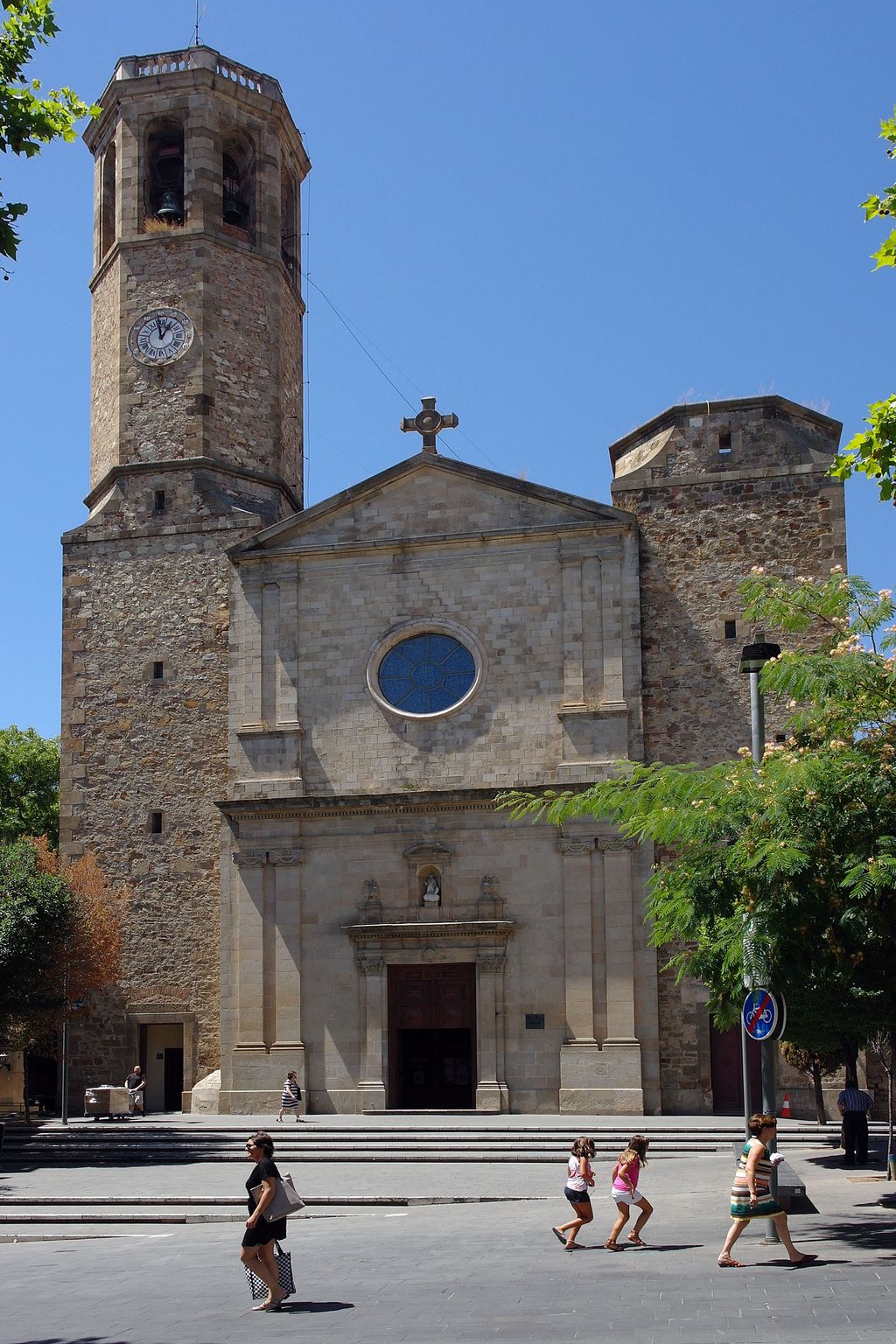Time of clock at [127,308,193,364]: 12:58
